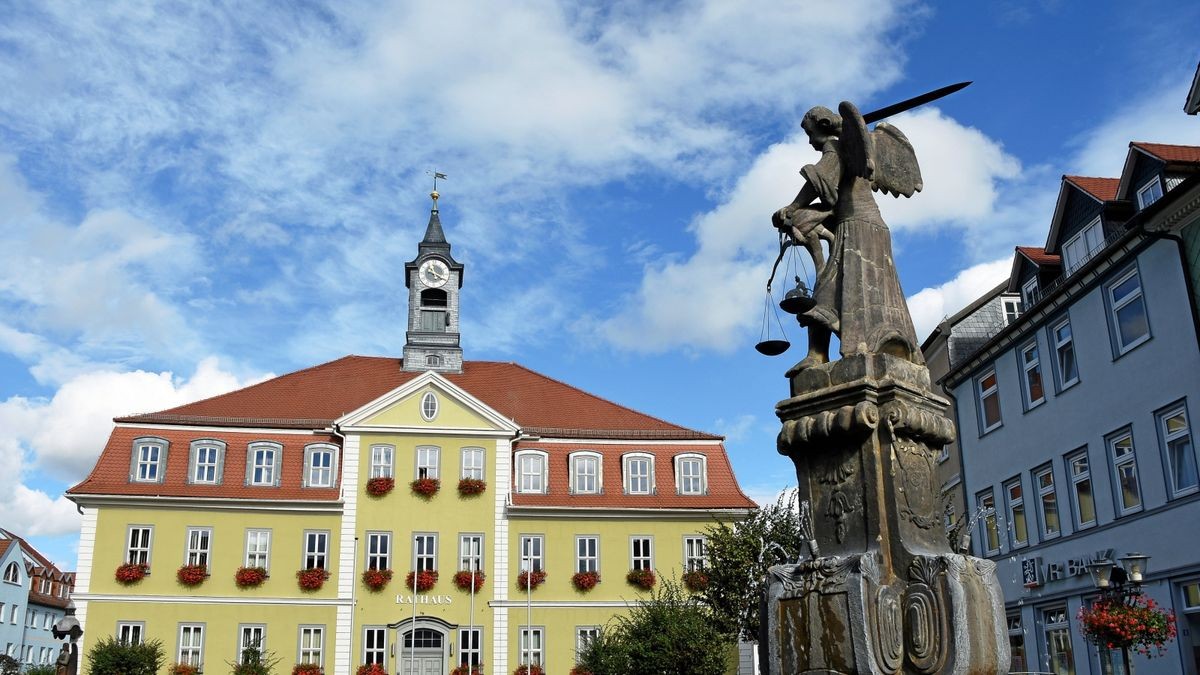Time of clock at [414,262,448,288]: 9:20
